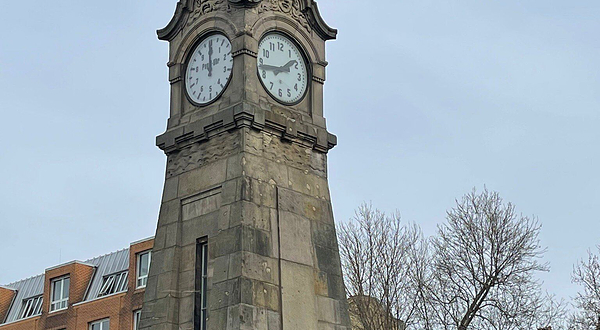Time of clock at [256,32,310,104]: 1:43
